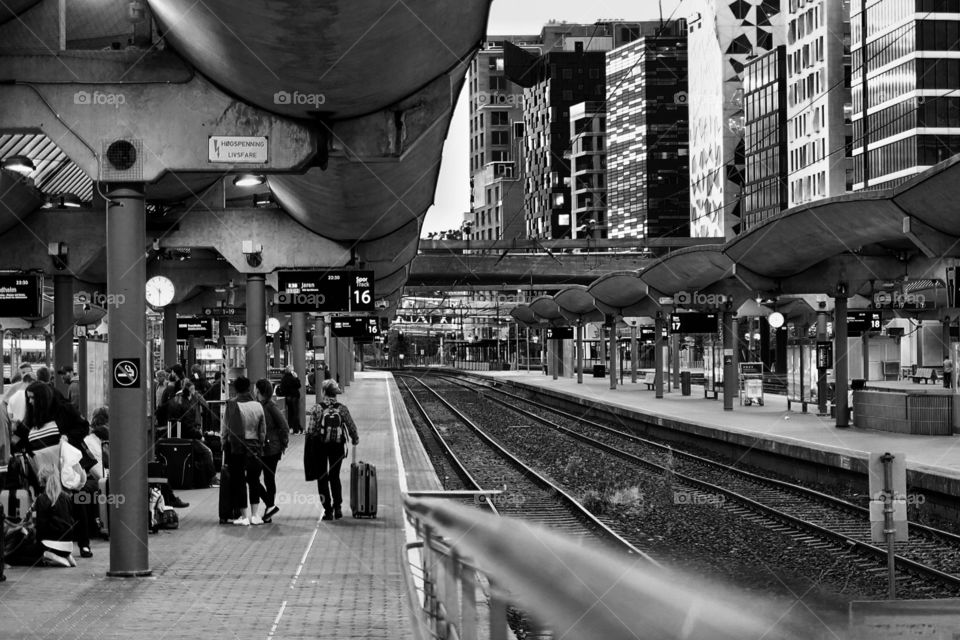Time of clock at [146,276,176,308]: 10:30
